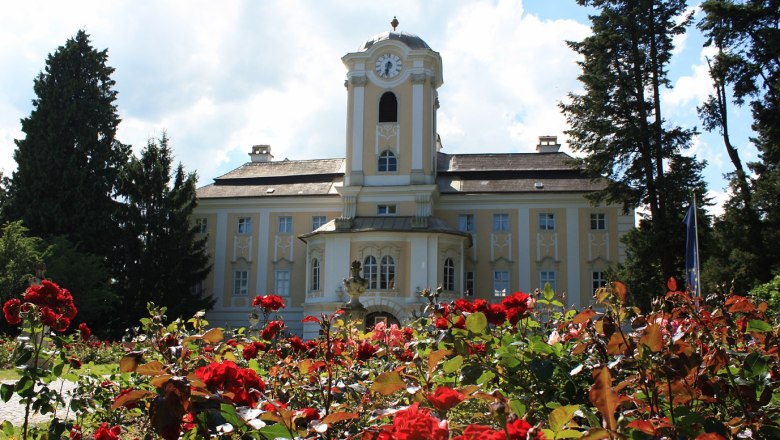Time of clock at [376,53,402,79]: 6:32
